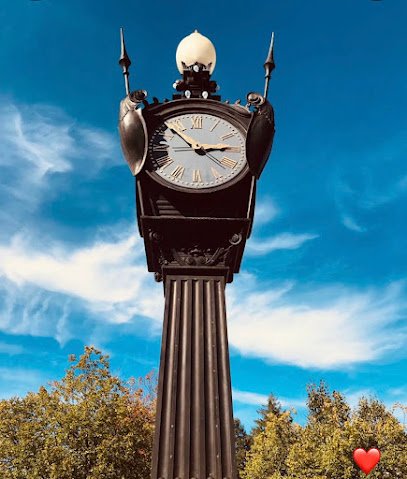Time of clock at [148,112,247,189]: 2:52
